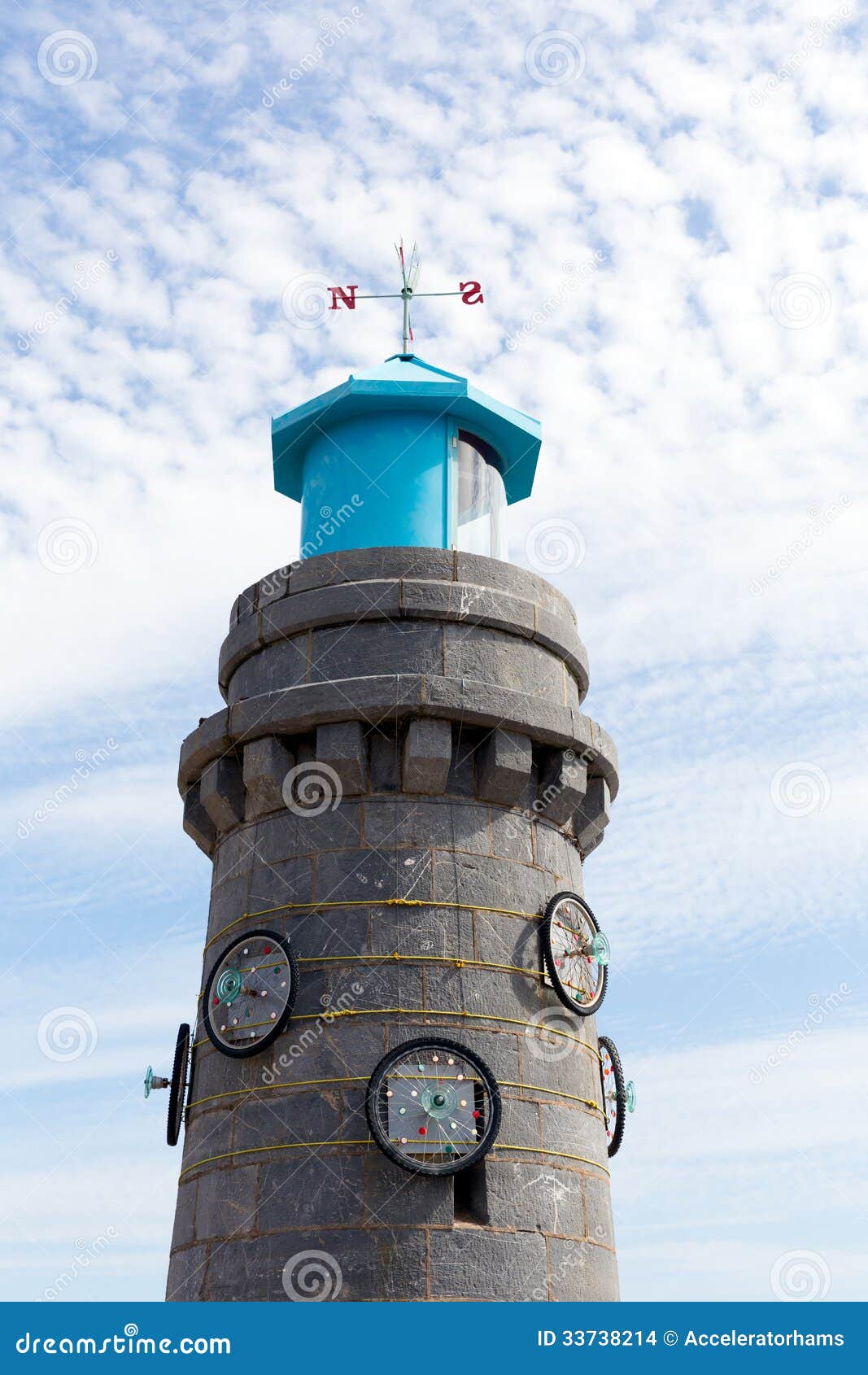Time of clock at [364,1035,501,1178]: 6:56
